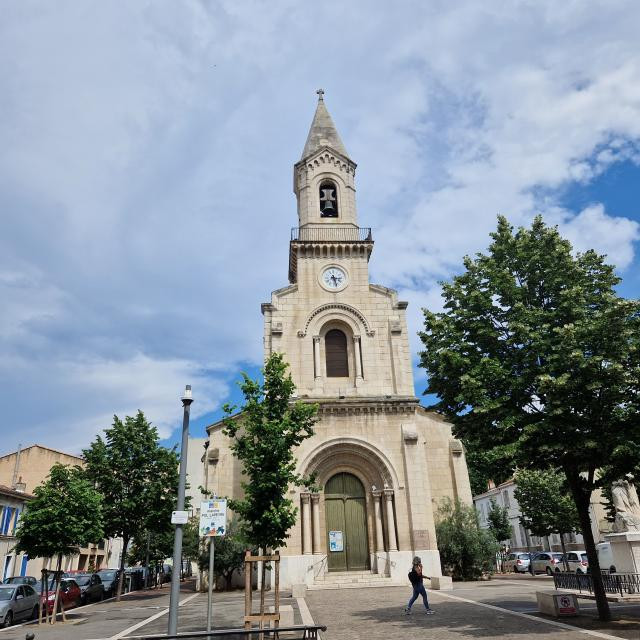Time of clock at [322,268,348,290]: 3:27
